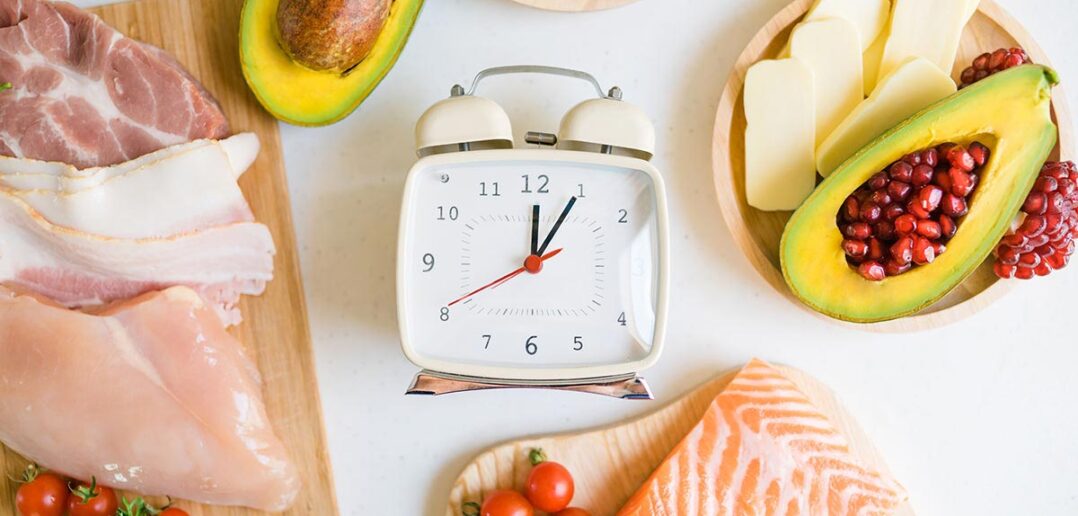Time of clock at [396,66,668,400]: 12:05
